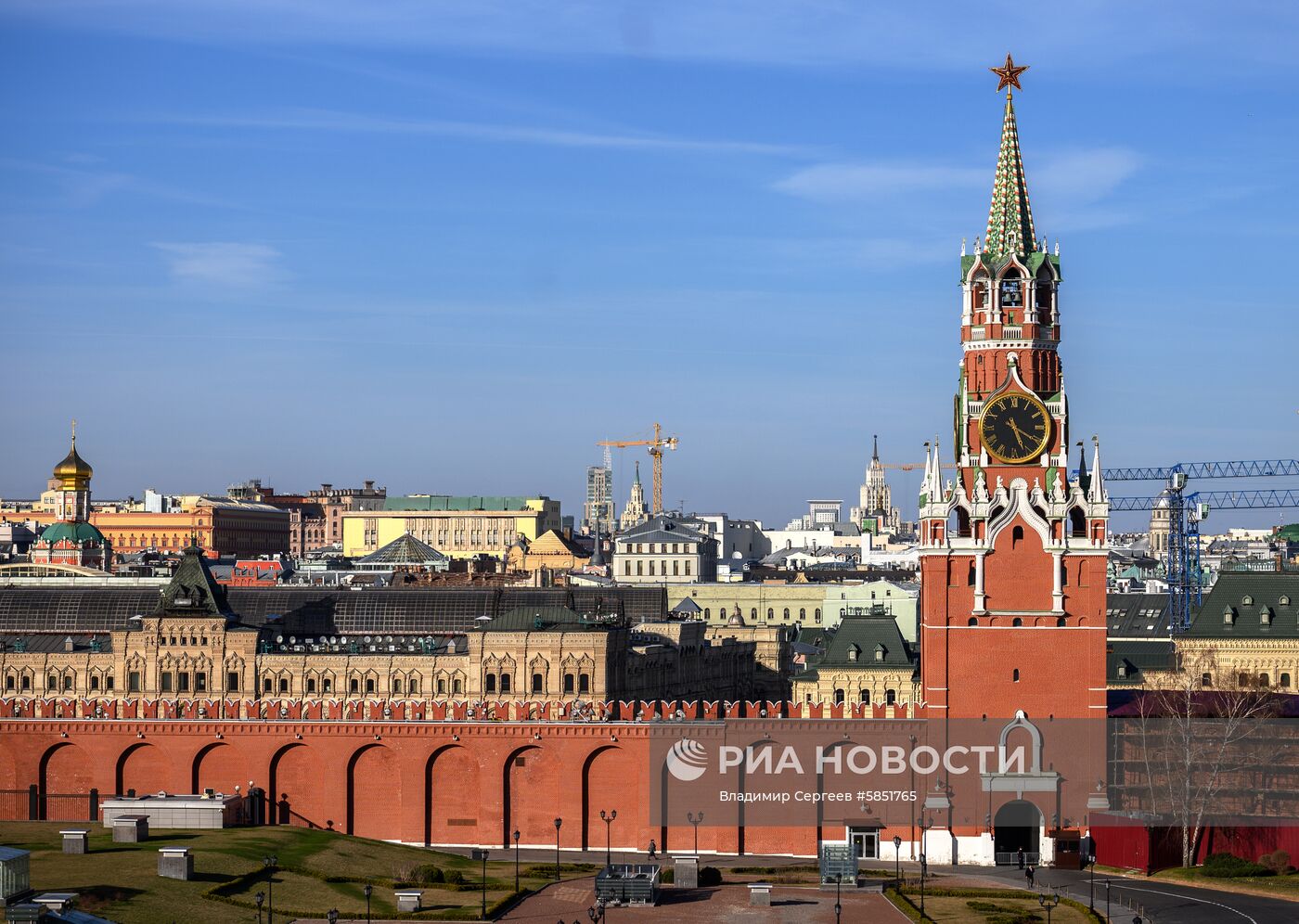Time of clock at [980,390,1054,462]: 5:20
